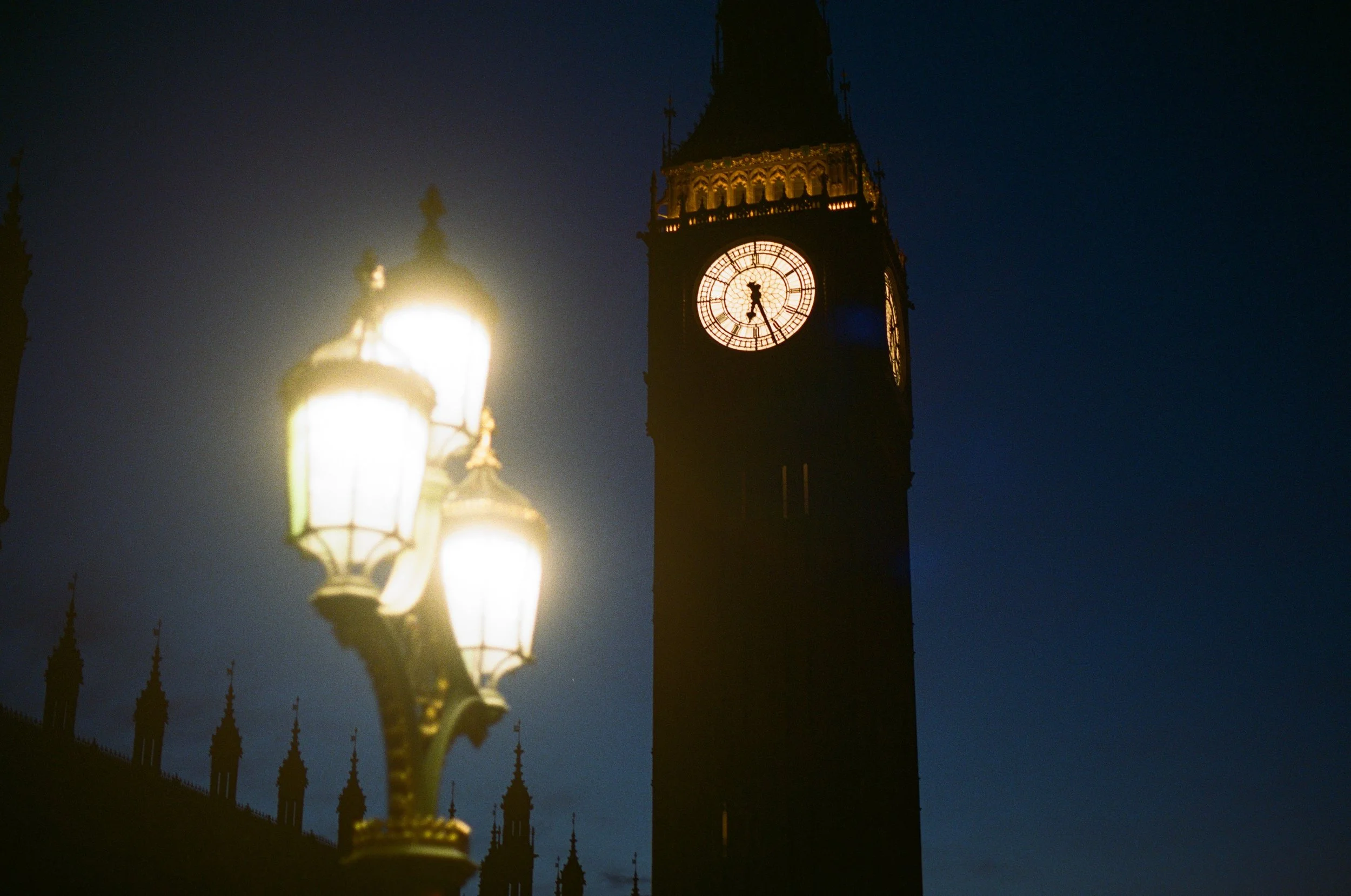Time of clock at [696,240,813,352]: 6:26
